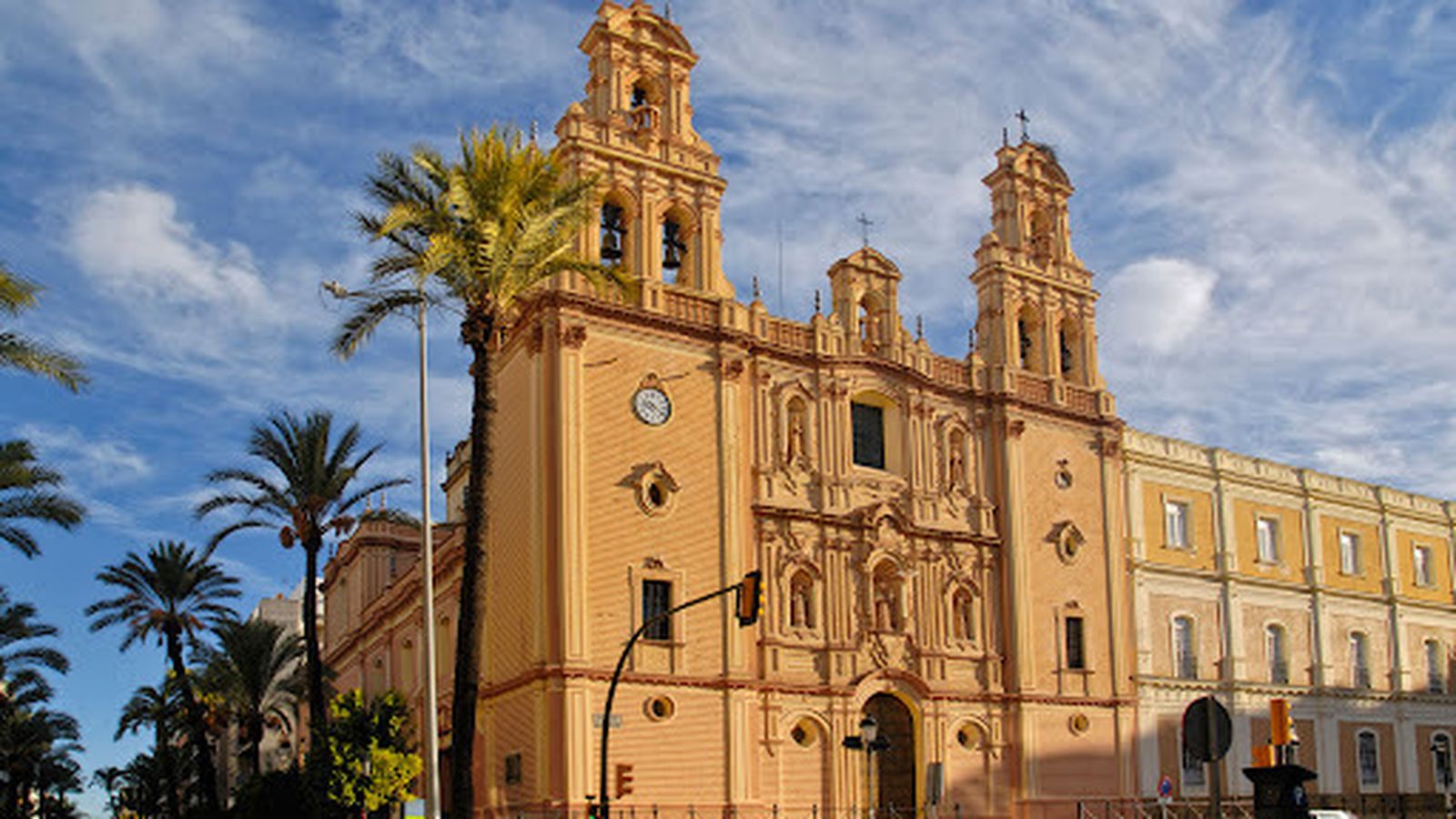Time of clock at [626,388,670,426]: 9:20
